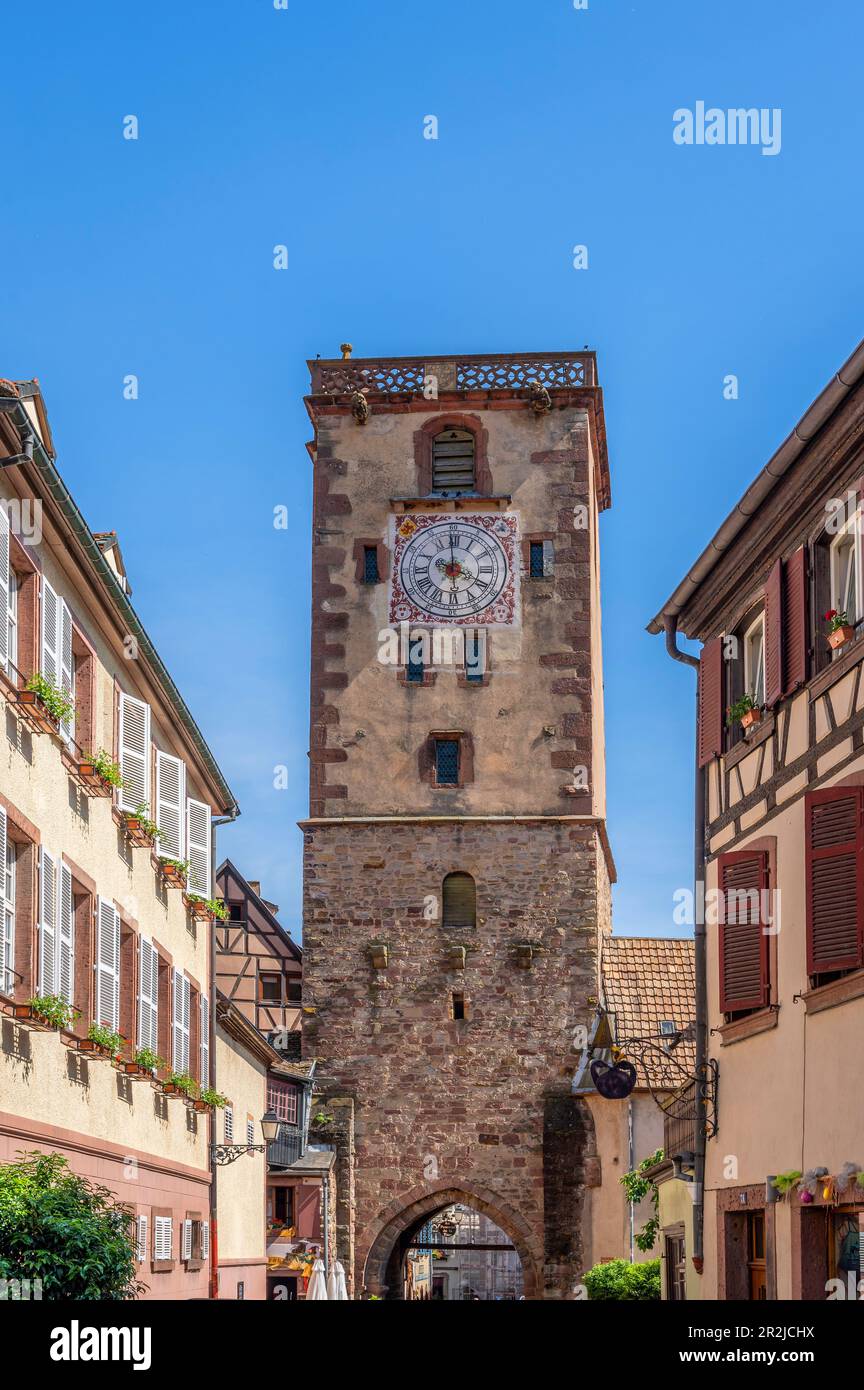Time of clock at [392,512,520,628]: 3:58
